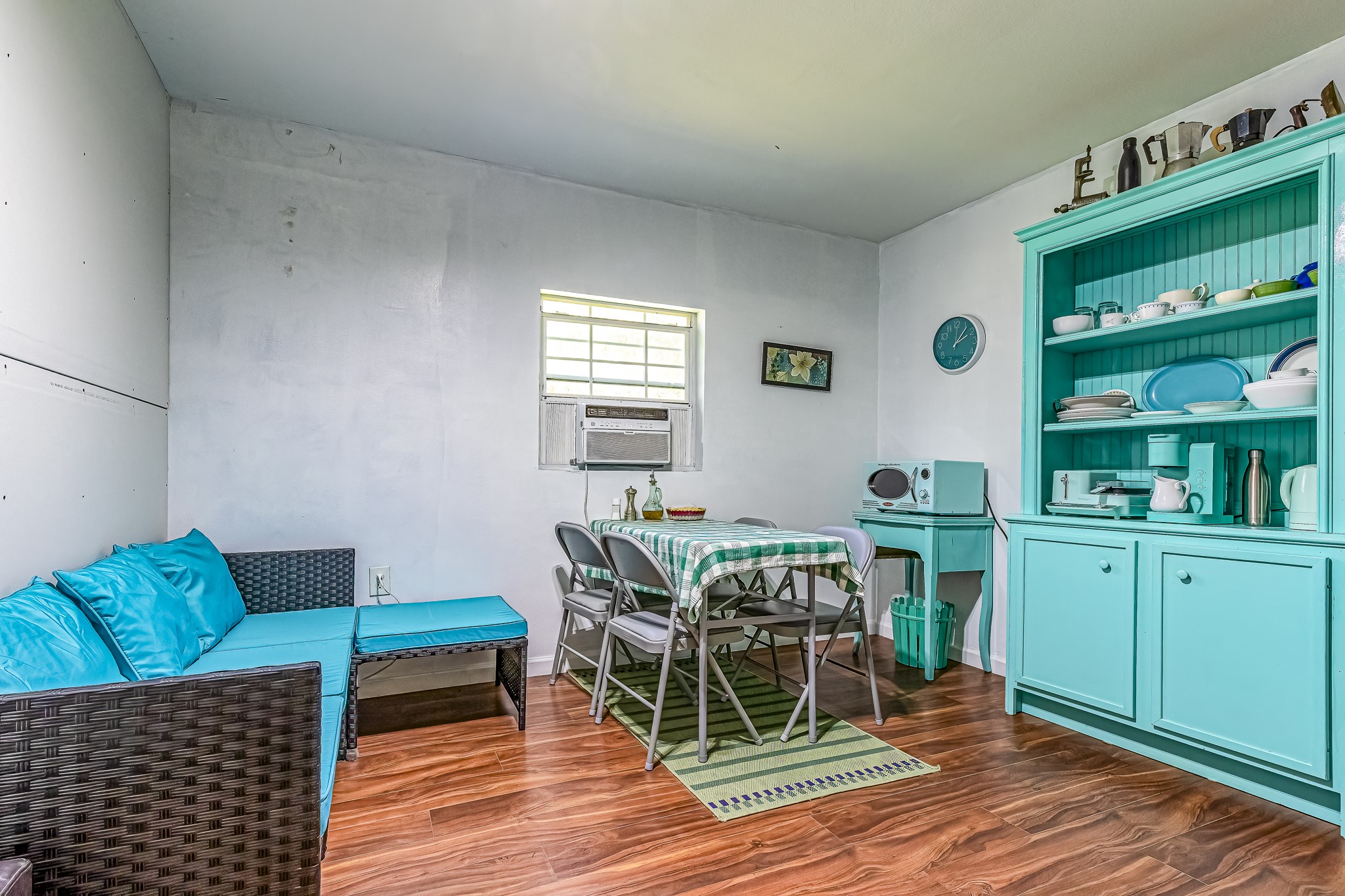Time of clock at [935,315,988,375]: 2:06
